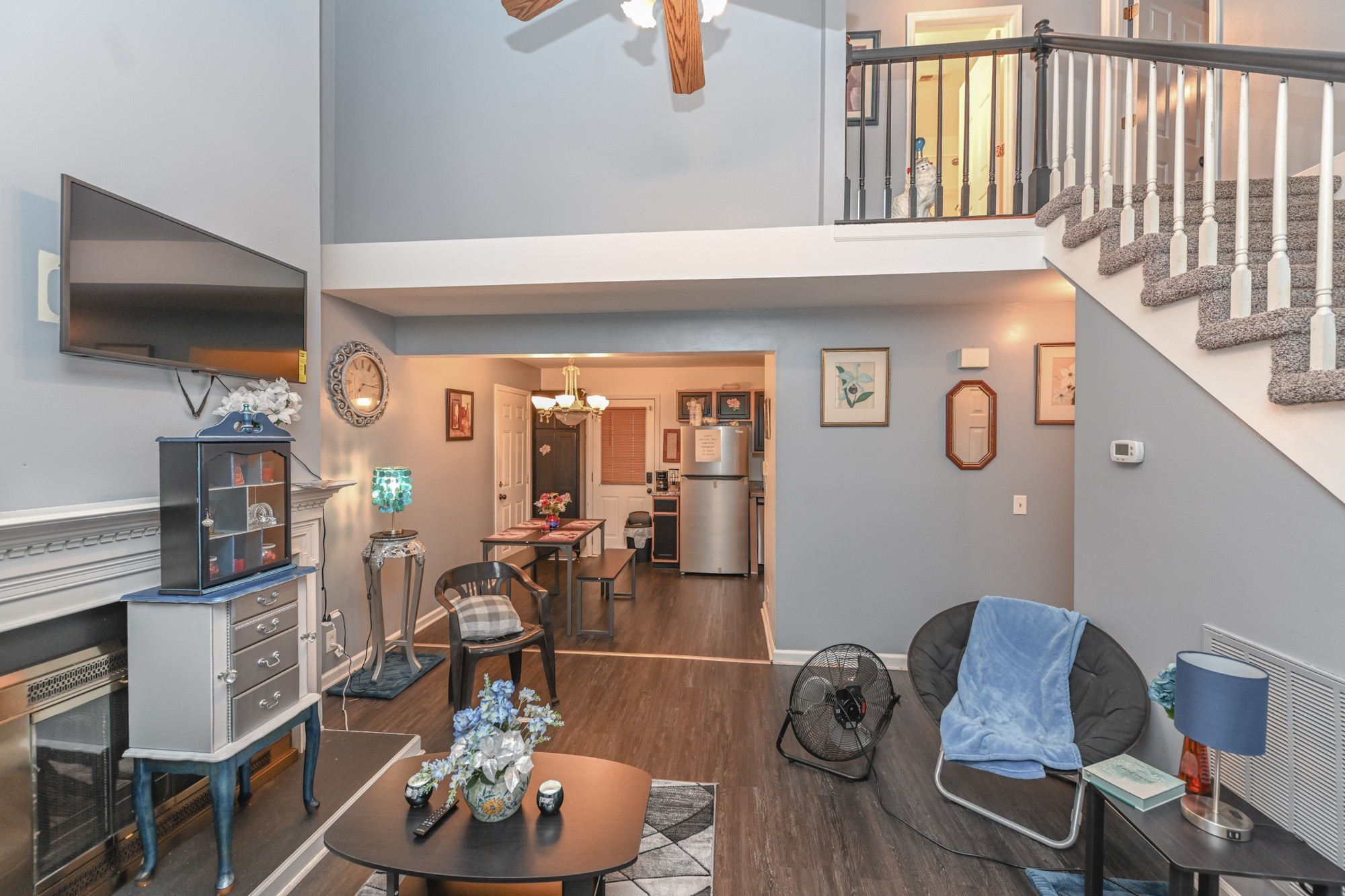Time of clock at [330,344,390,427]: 7:15
